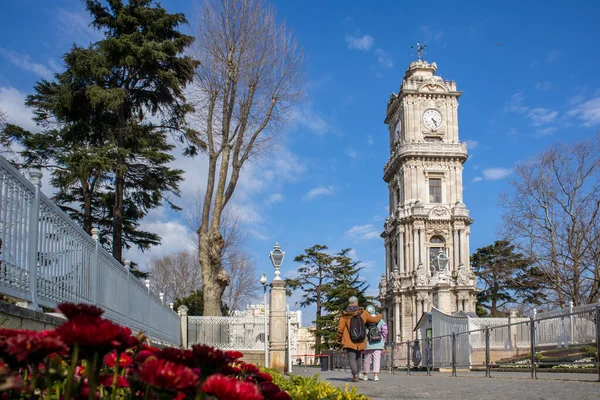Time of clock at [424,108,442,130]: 4:26
